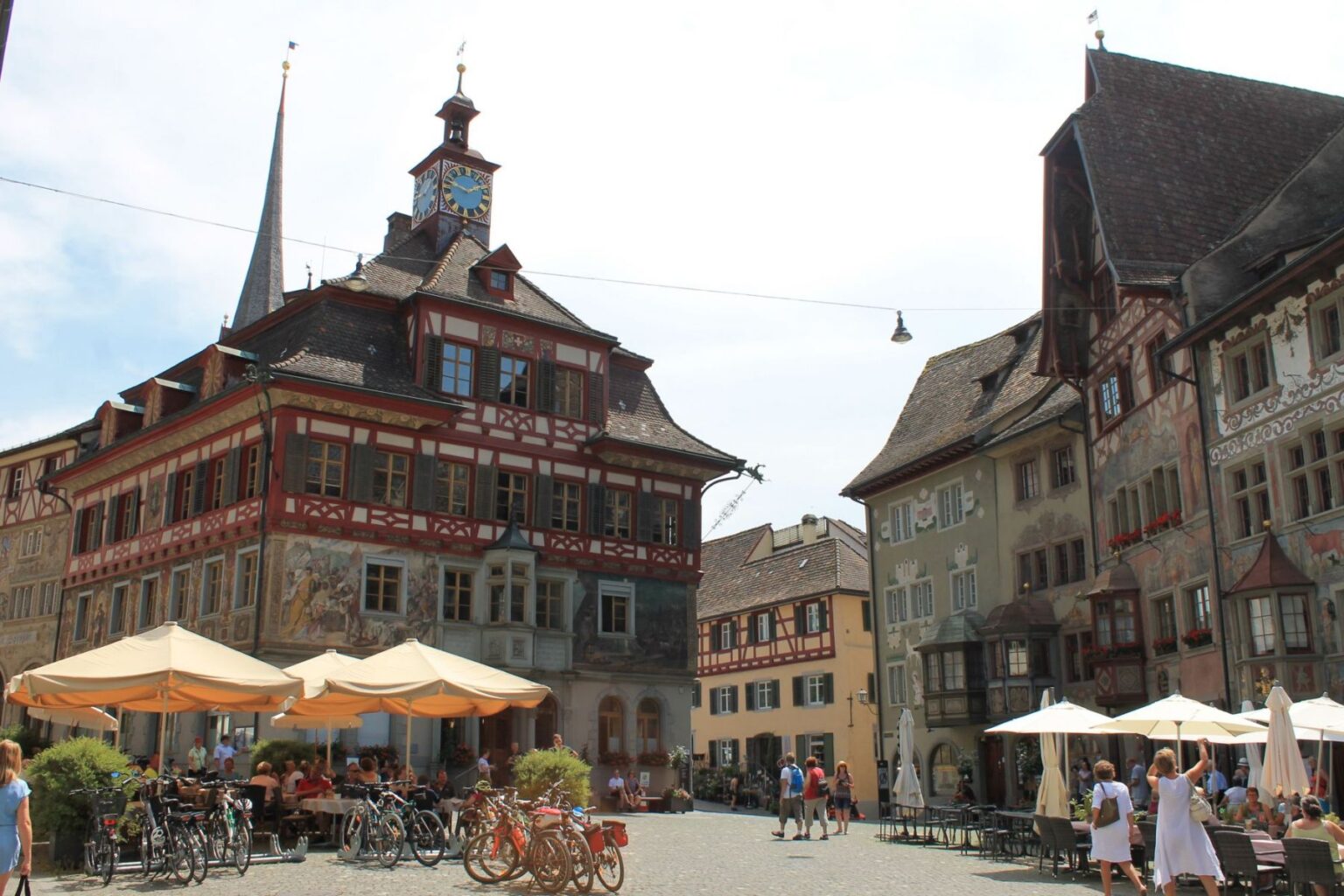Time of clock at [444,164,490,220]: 1:47
